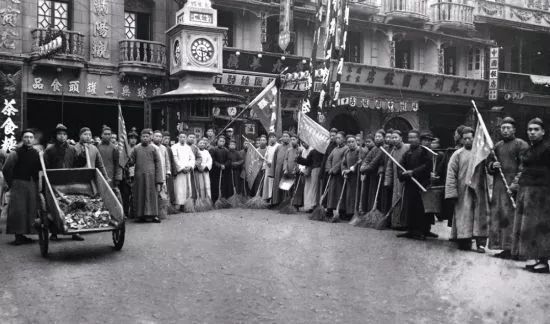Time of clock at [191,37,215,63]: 3:29
